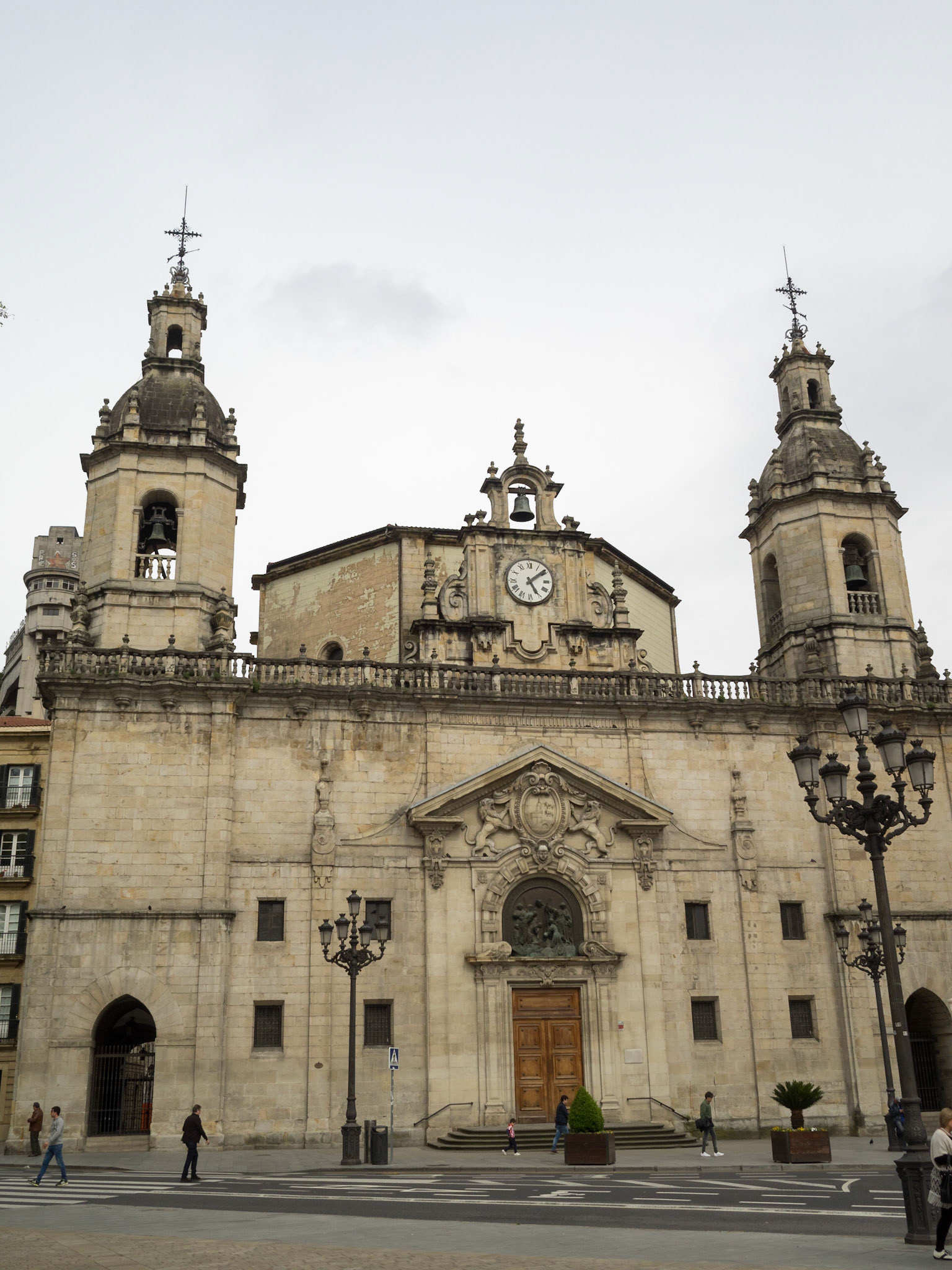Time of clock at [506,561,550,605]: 5:08
